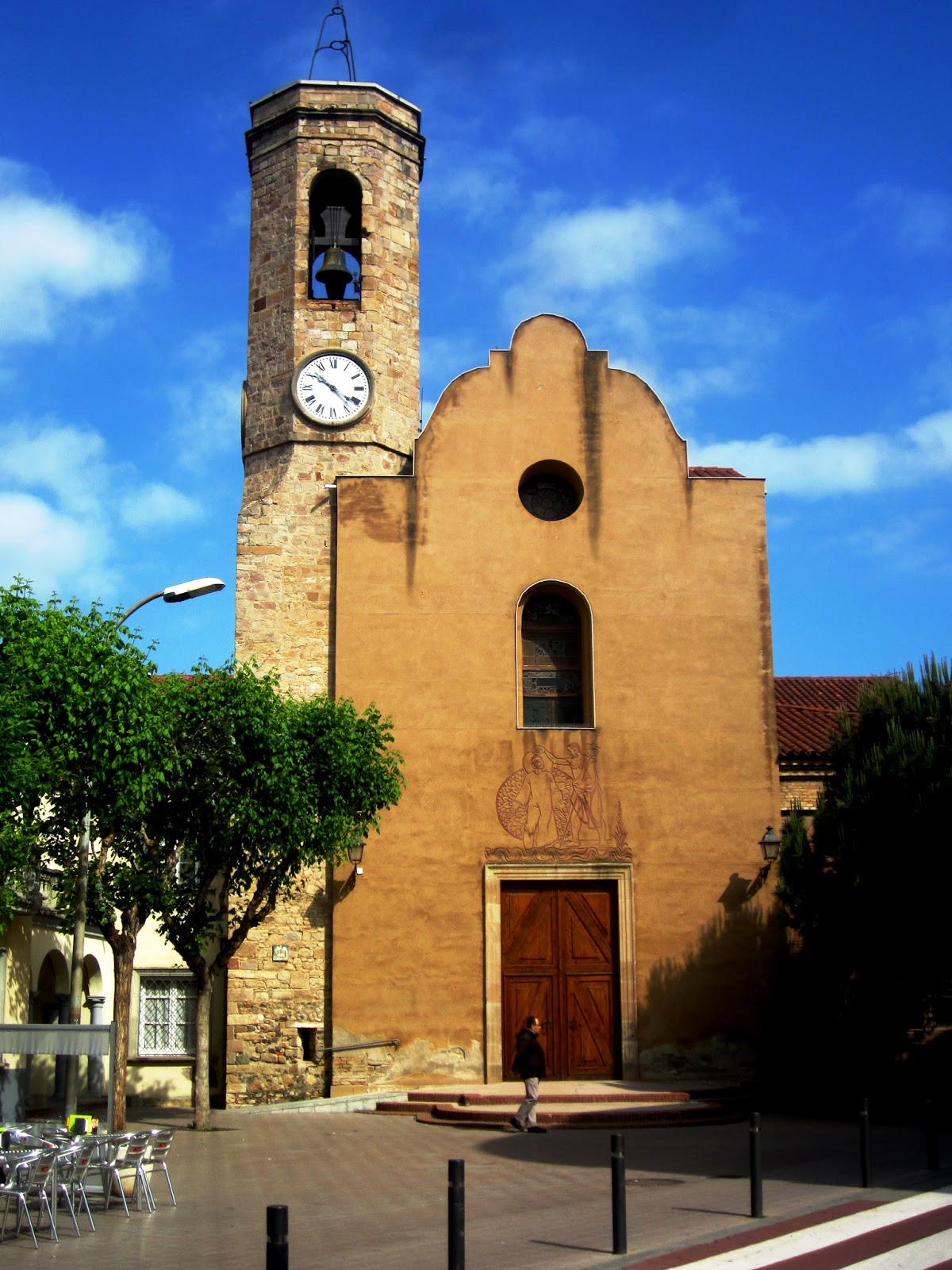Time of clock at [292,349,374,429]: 10:21
